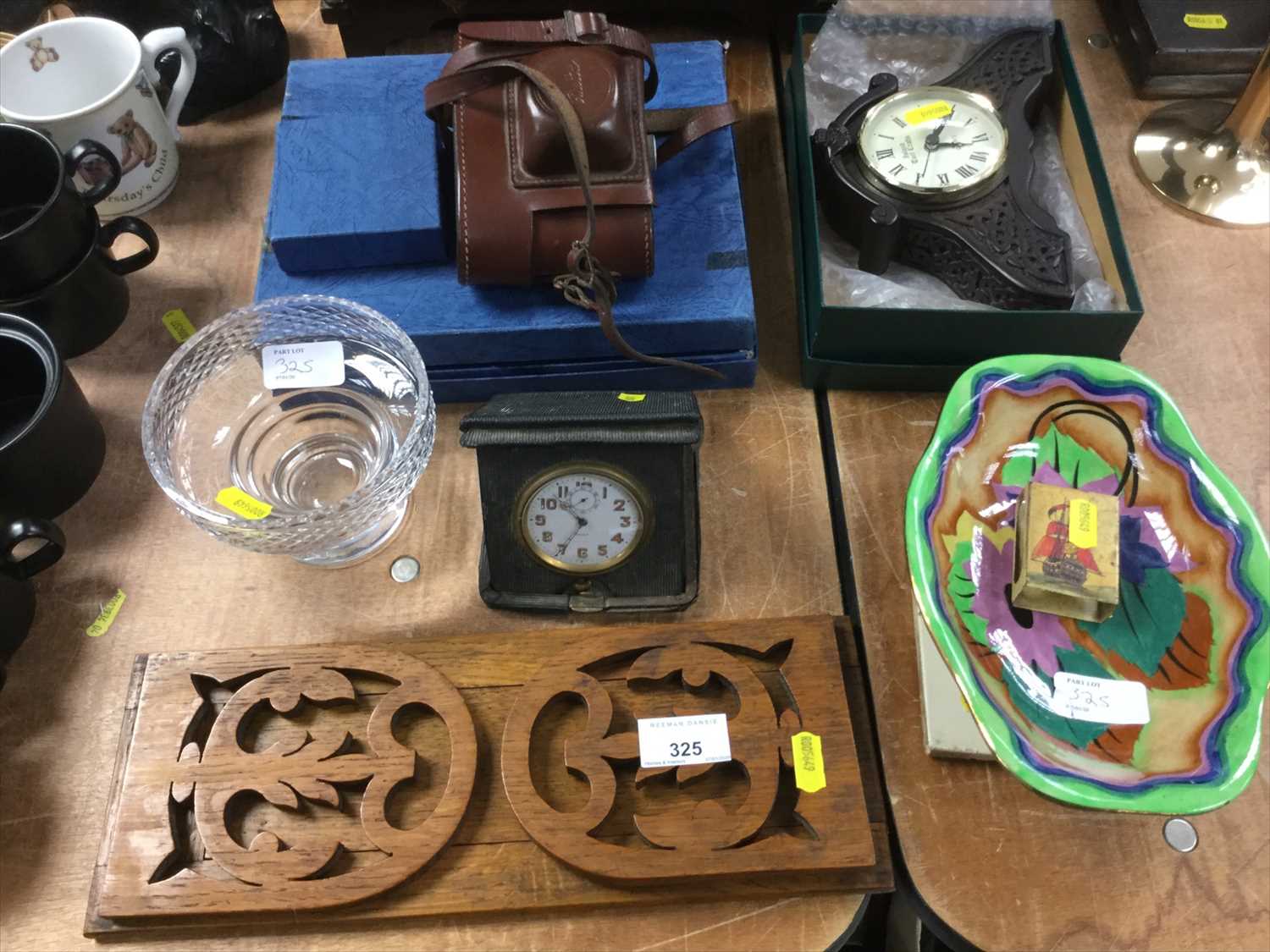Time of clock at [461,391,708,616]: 10:34
